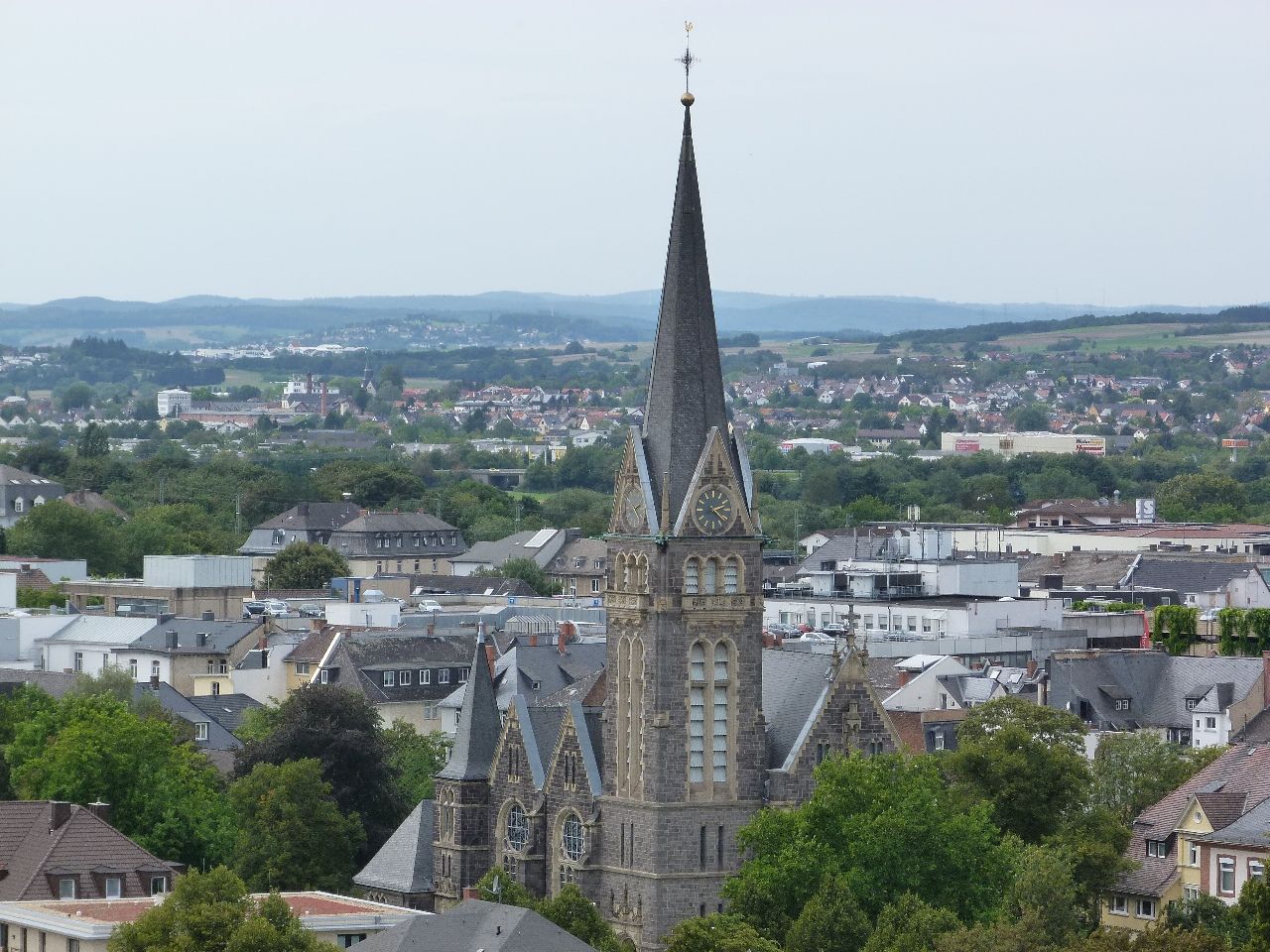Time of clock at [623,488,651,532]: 2:23
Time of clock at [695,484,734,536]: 2:21
